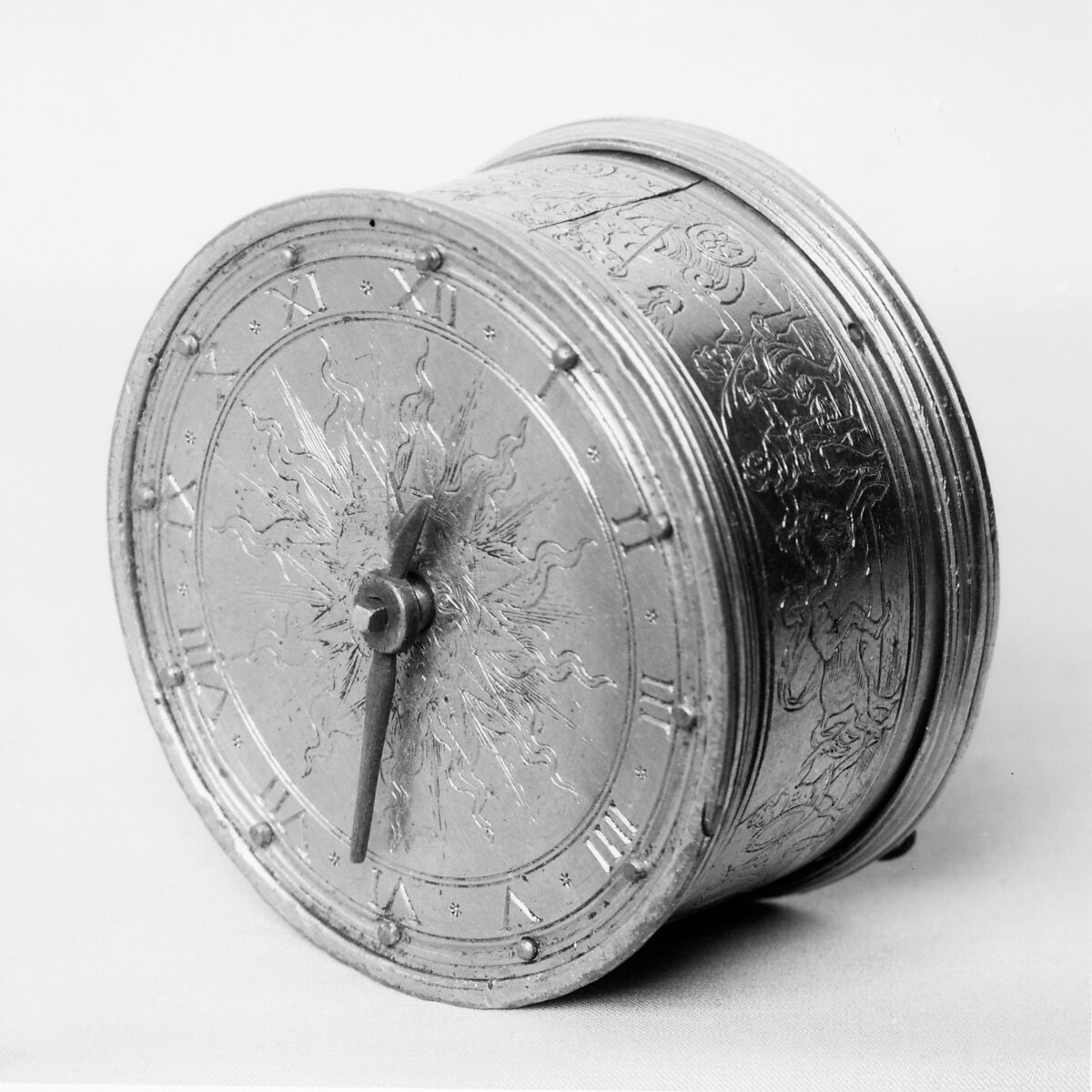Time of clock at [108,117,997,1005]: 12:31
